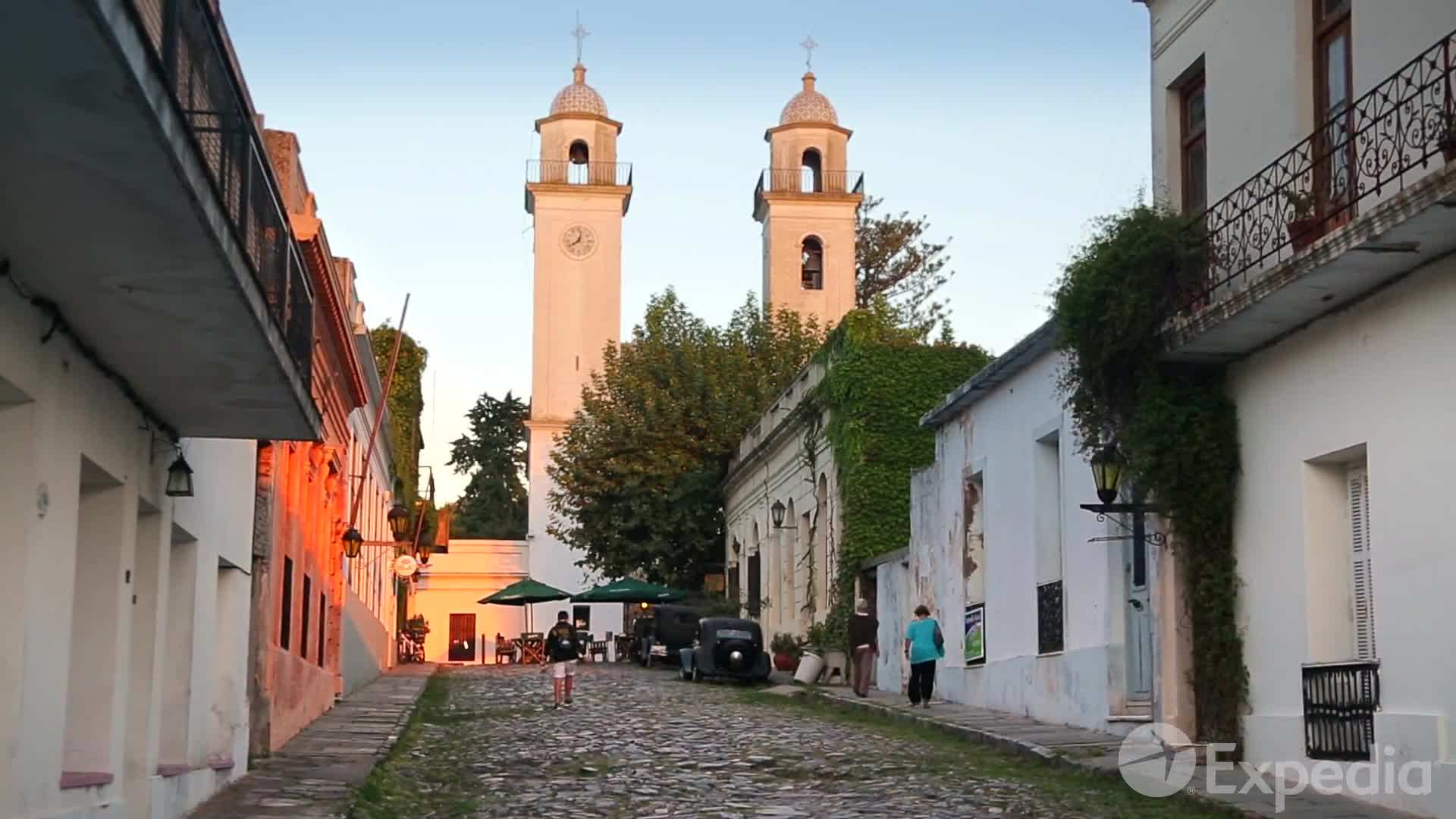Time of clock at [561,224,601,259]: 12:38
